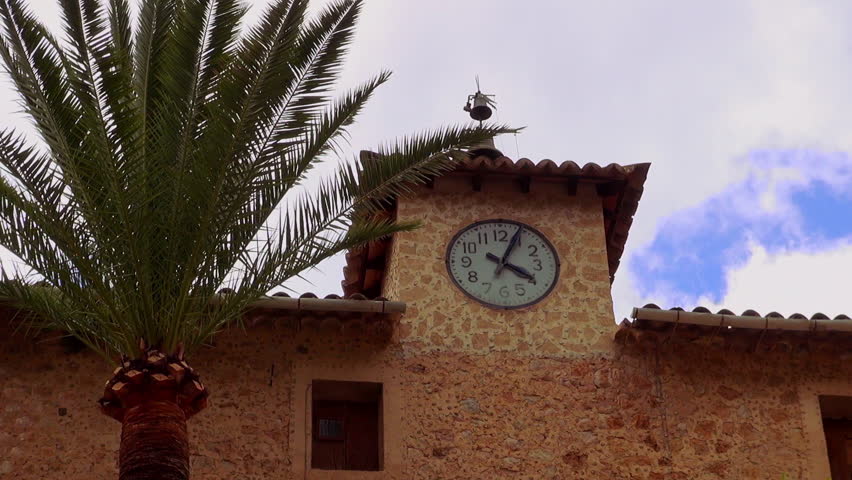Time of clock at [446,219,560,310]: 4:04
